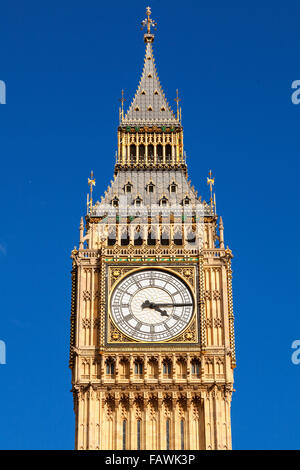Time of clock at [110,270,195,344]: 4:14
